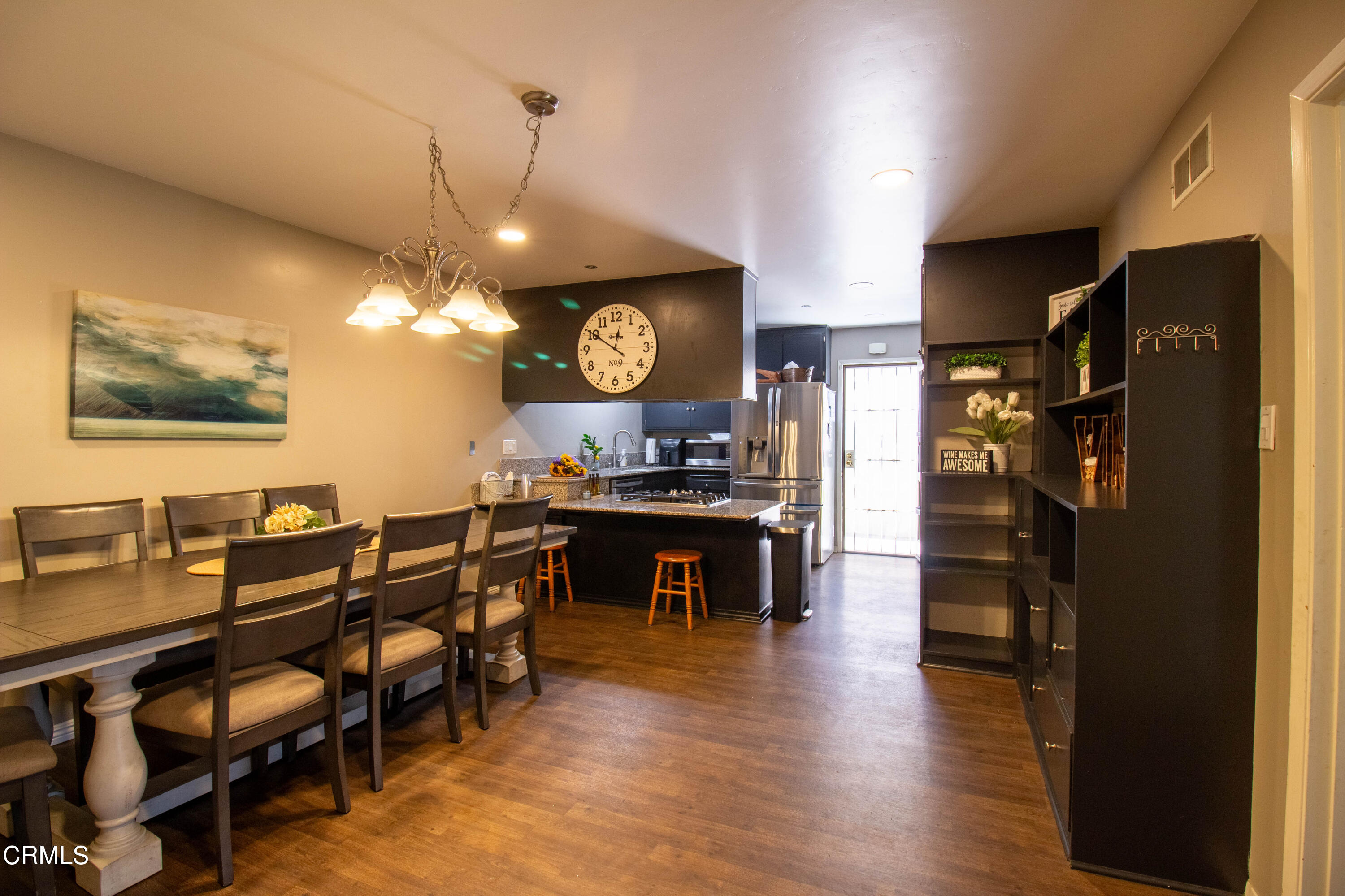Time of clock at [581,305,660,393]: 12:50
